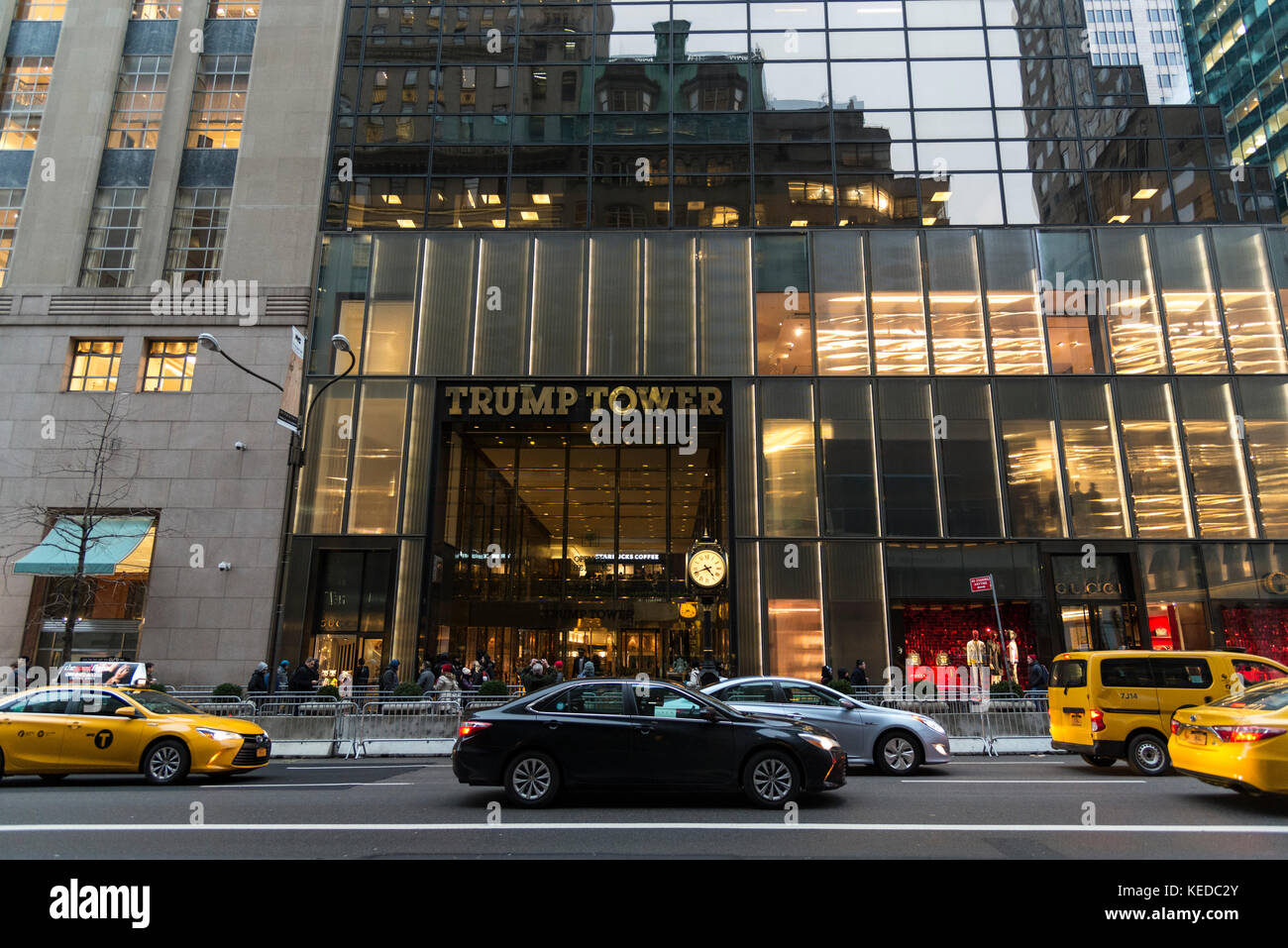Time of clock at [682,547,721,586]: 4:41
